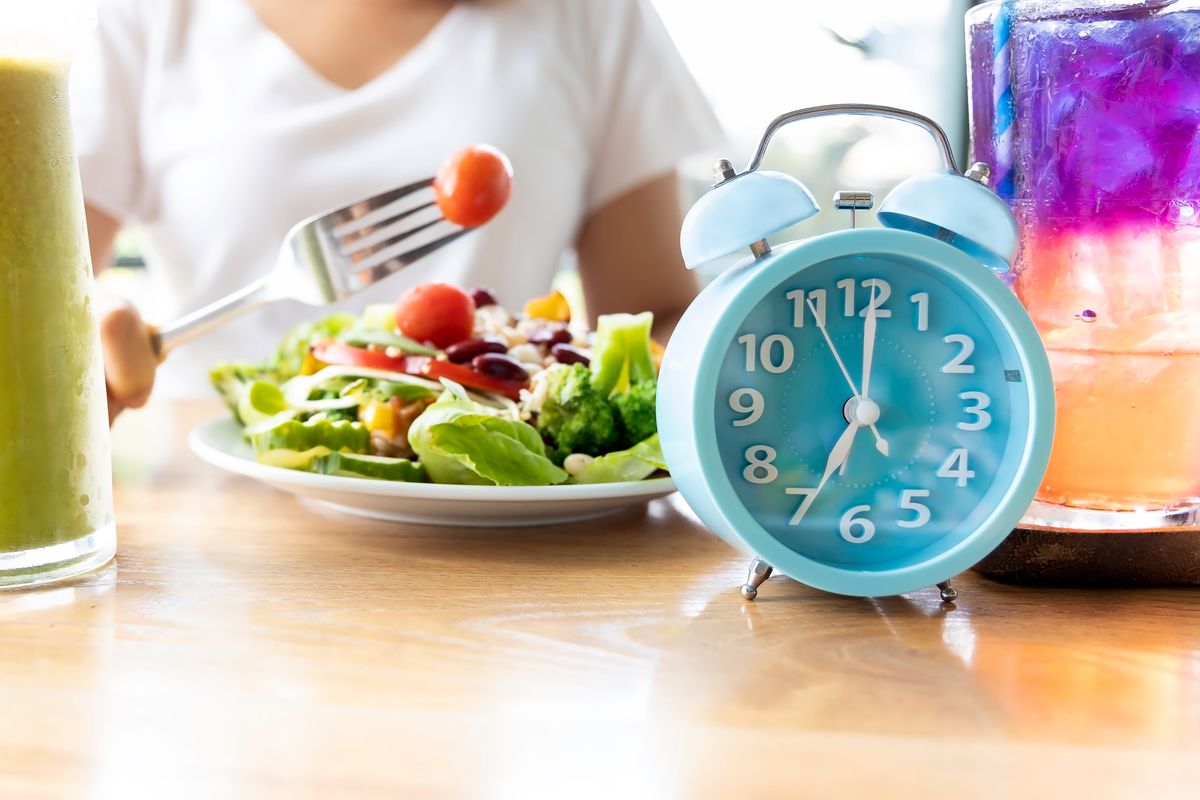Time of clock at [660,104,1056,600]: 7:00
